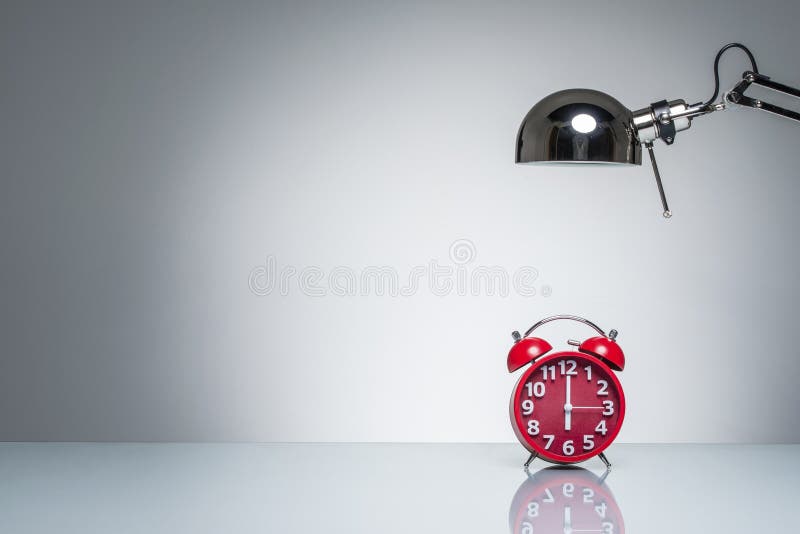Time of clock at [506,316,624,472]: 6:00
